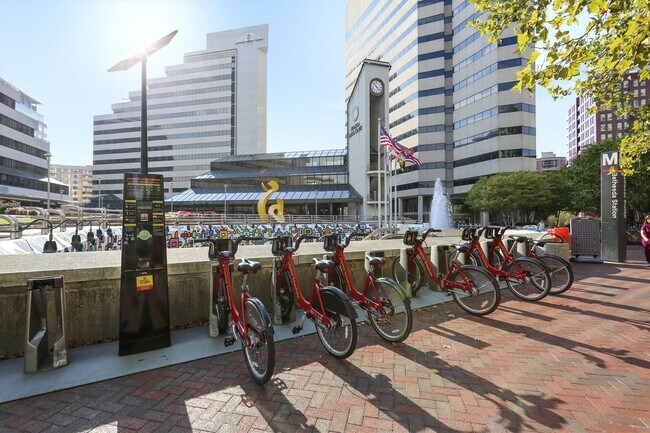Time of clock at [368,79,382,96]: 4:52
